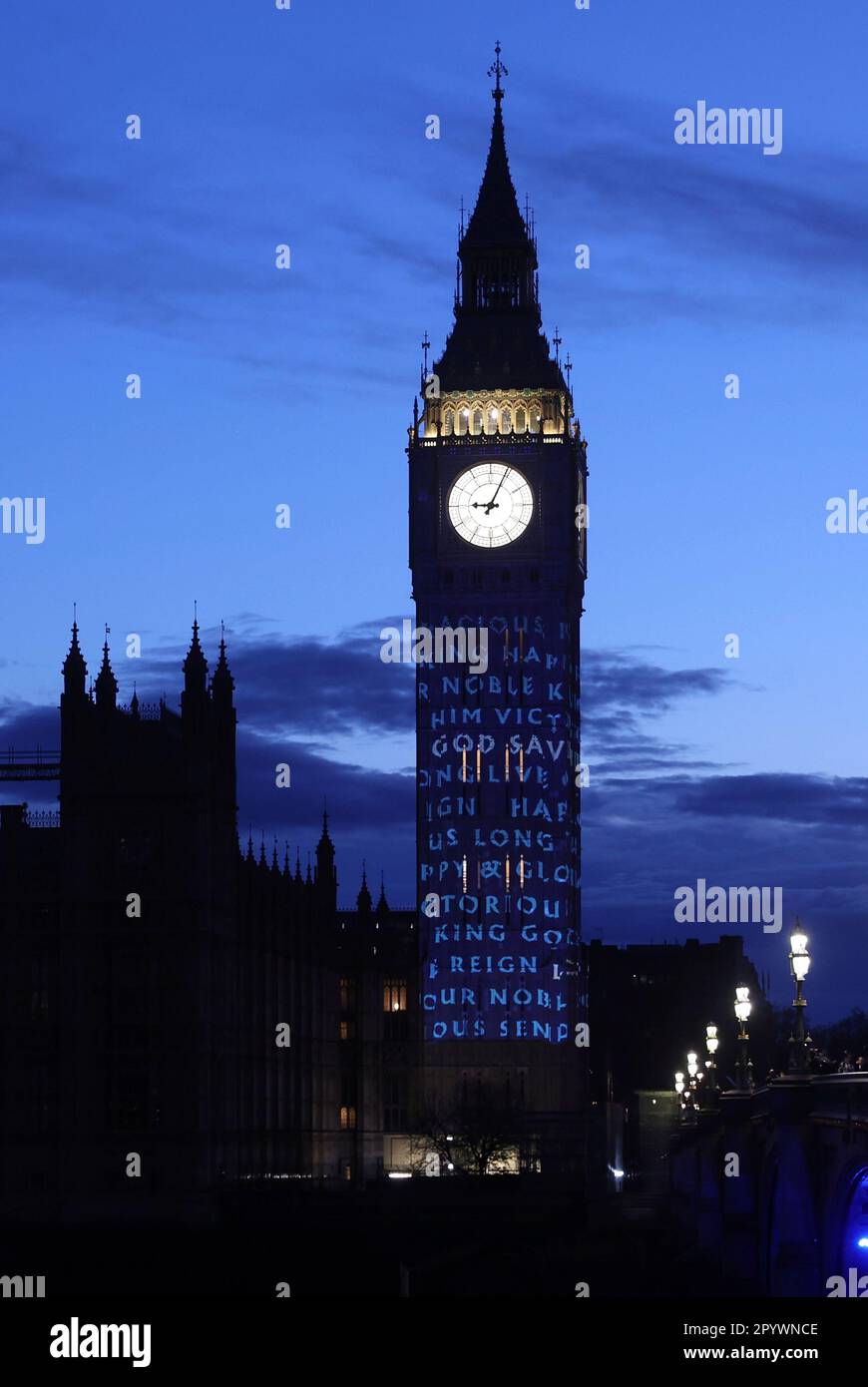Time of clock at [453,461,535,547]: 9:04
